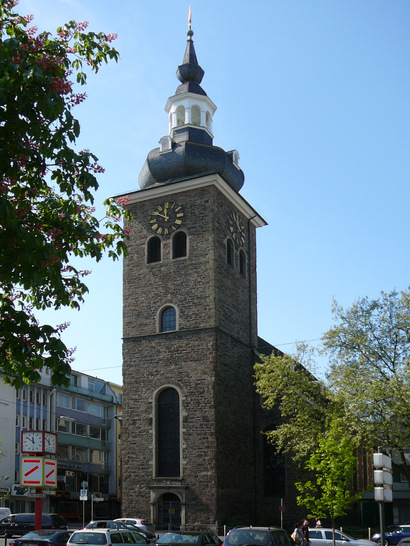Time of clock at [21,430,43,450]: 11:50
